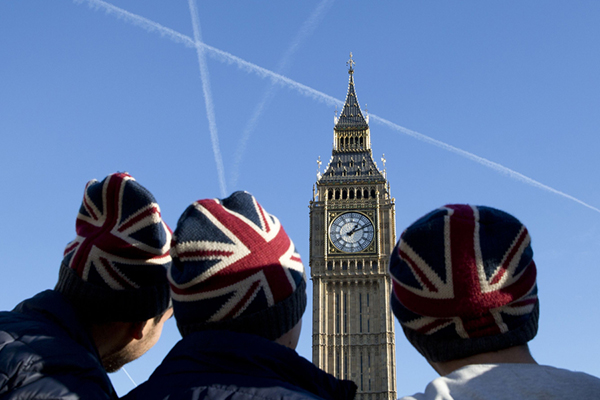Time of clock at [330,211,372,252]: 1:11
